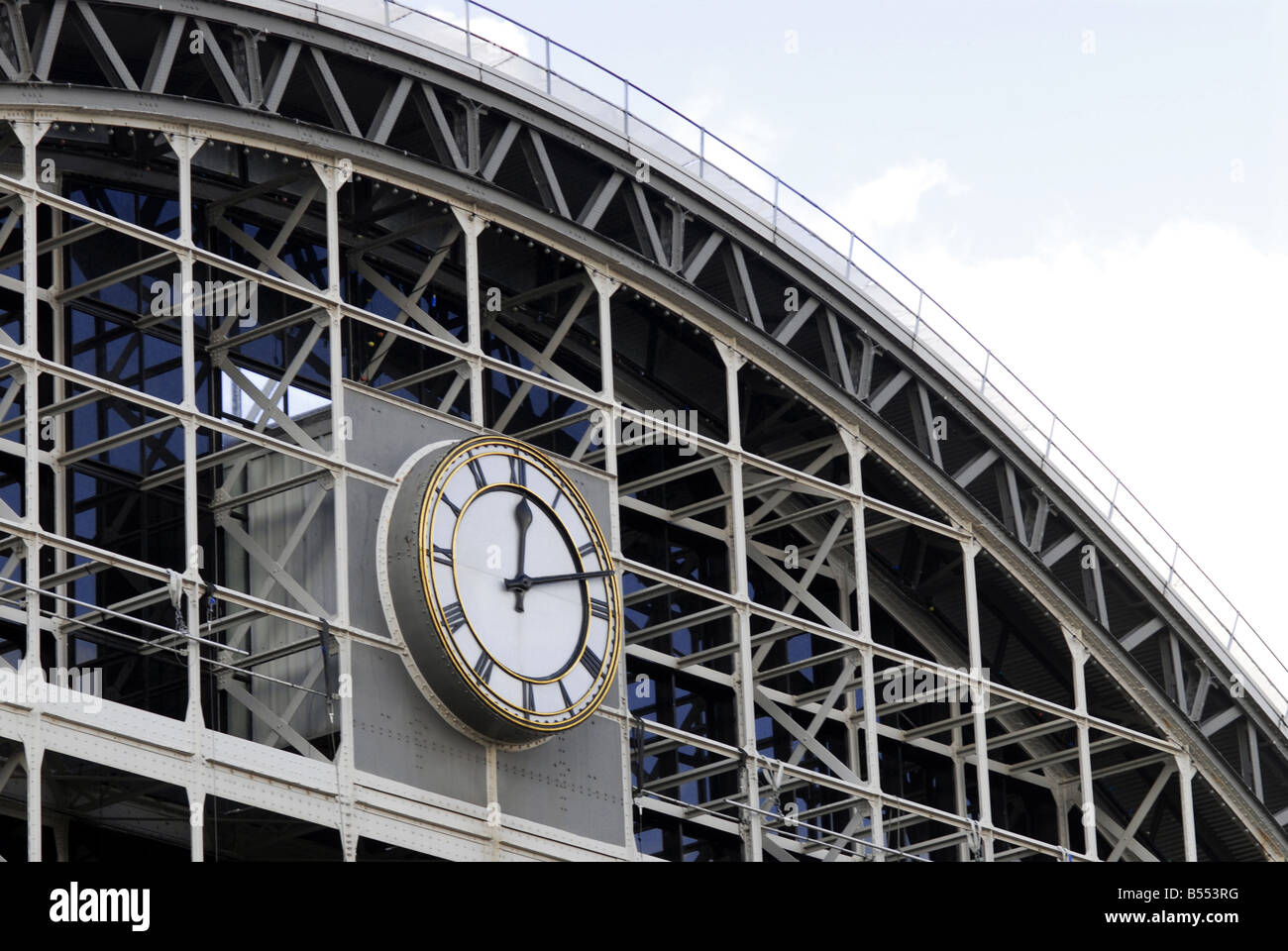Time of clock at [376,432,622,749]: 12:12
